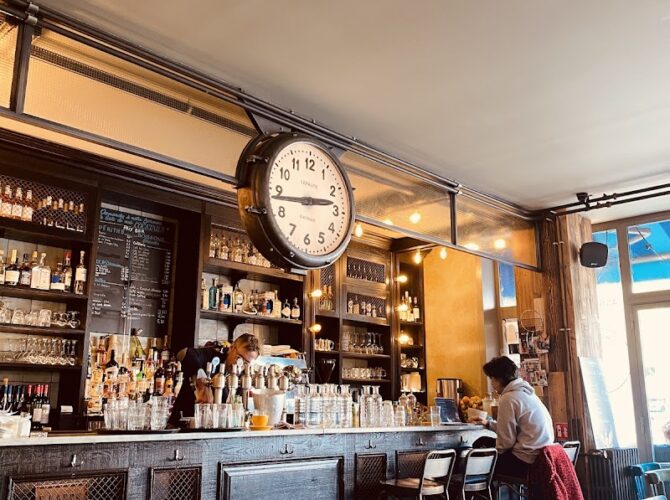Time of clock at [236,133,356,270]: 2:43
